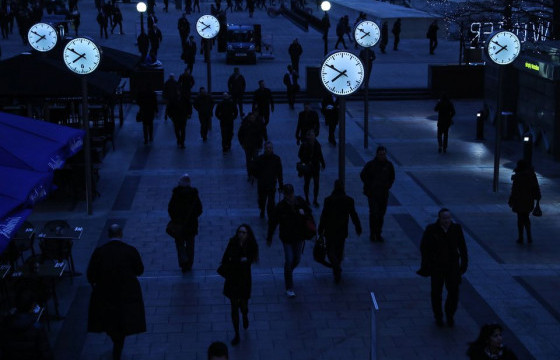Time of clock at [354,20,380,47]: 7:49
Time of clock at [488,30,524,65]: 7:49
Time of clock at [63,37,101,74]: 7:50
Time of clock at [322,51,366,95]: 7:50
